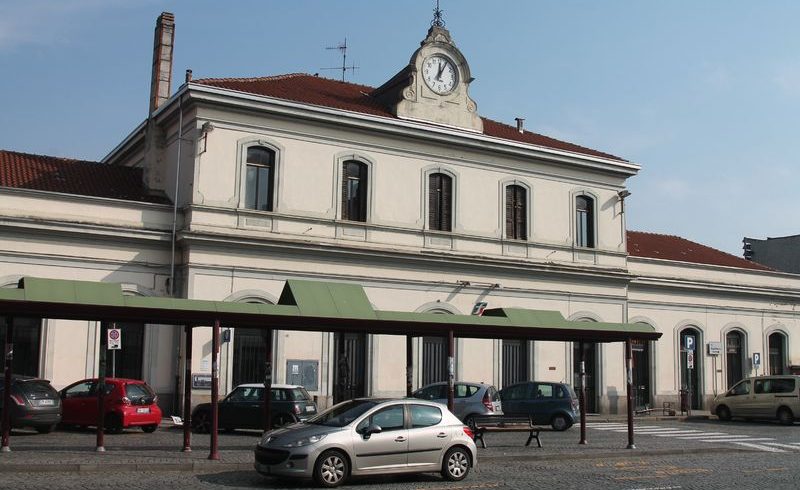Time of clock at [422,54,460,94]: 12:05
